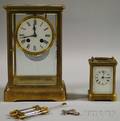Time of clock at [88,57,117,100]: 12:14
